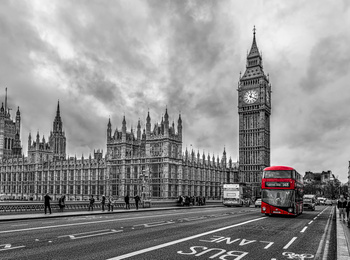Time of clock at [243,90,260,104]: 12:19
